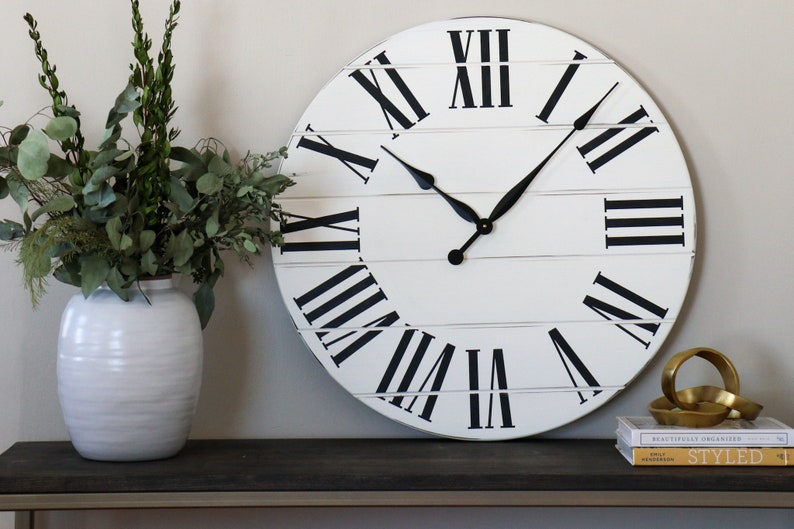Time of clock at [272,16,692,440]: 10:07
